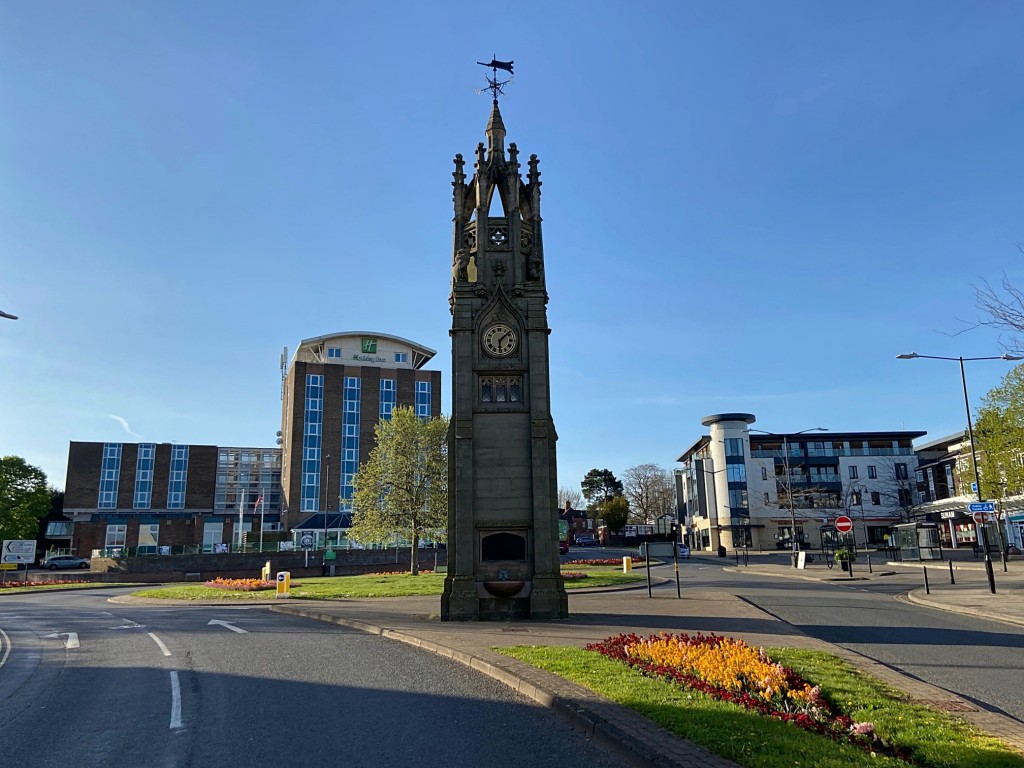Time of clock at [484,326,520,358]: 6:08
